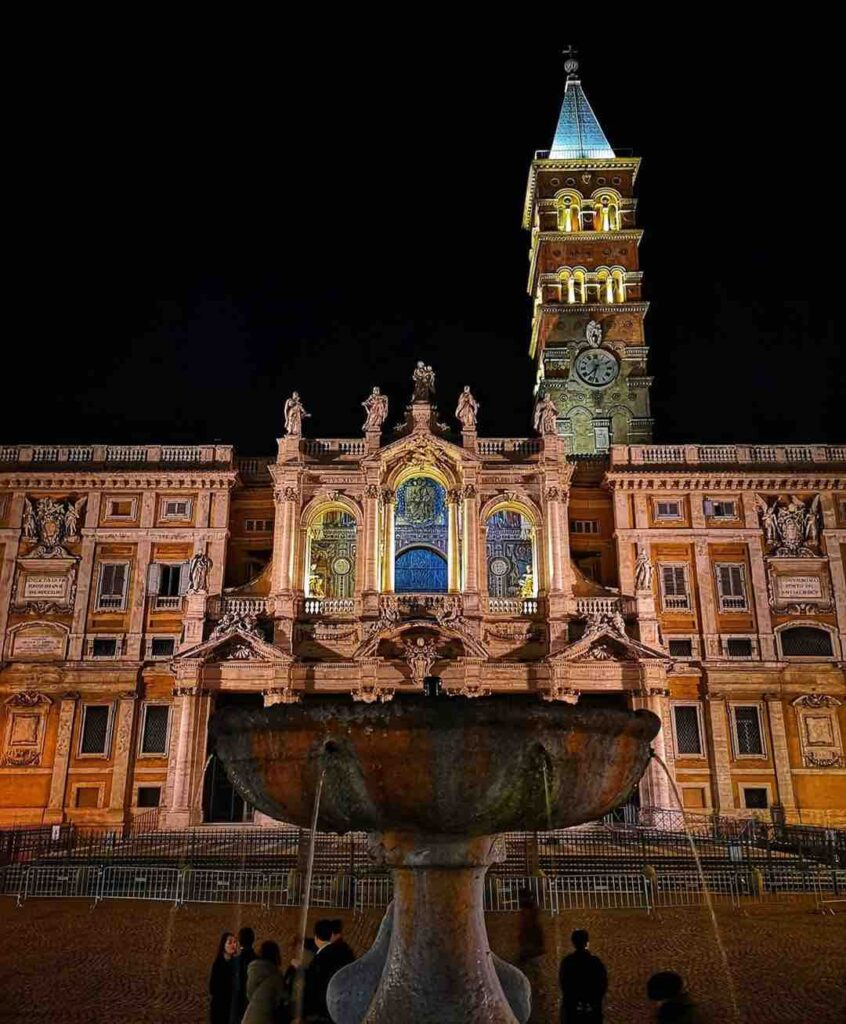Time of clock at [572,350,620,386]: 7:32
